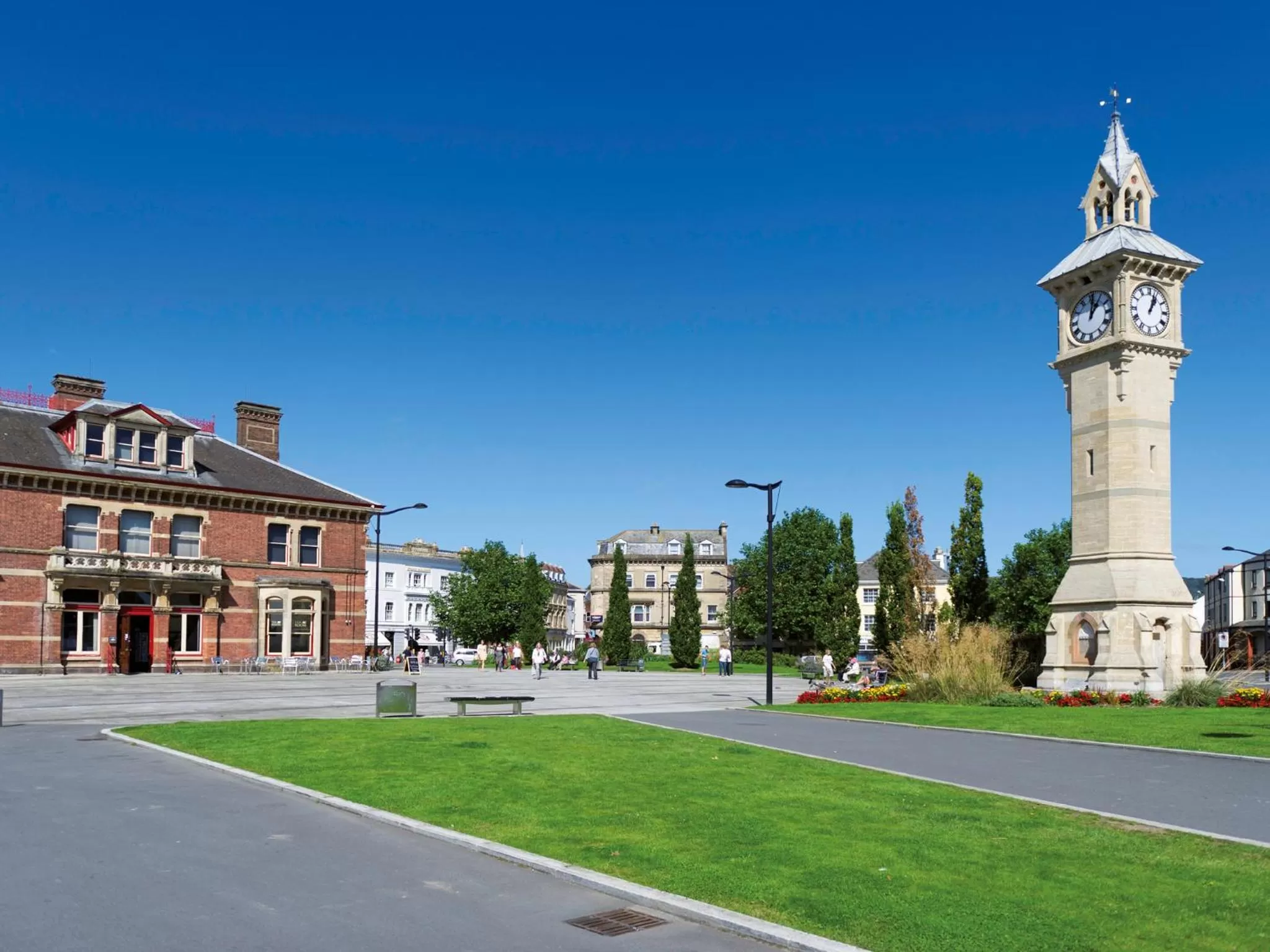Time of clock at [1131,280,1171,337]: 1:03
